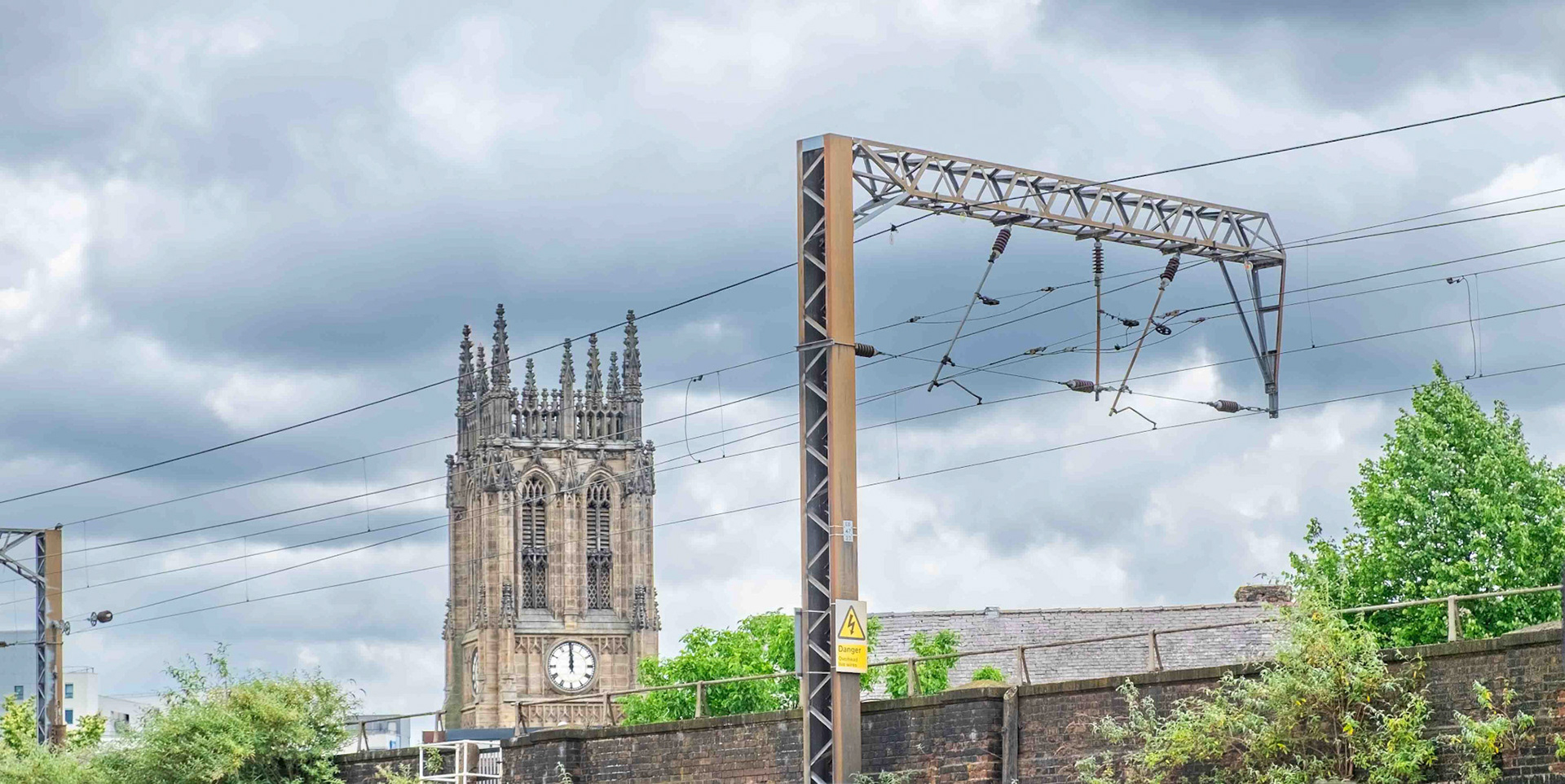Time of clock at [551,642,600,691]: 11:59
